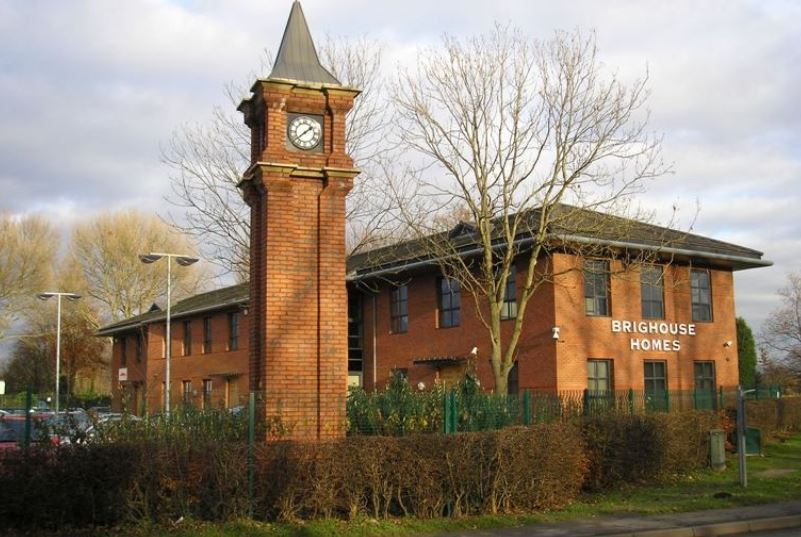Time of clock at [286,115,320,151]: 1:38
